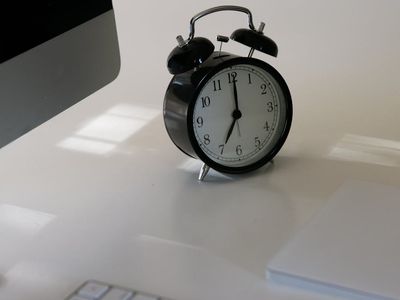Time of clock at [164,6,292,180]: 7:00
